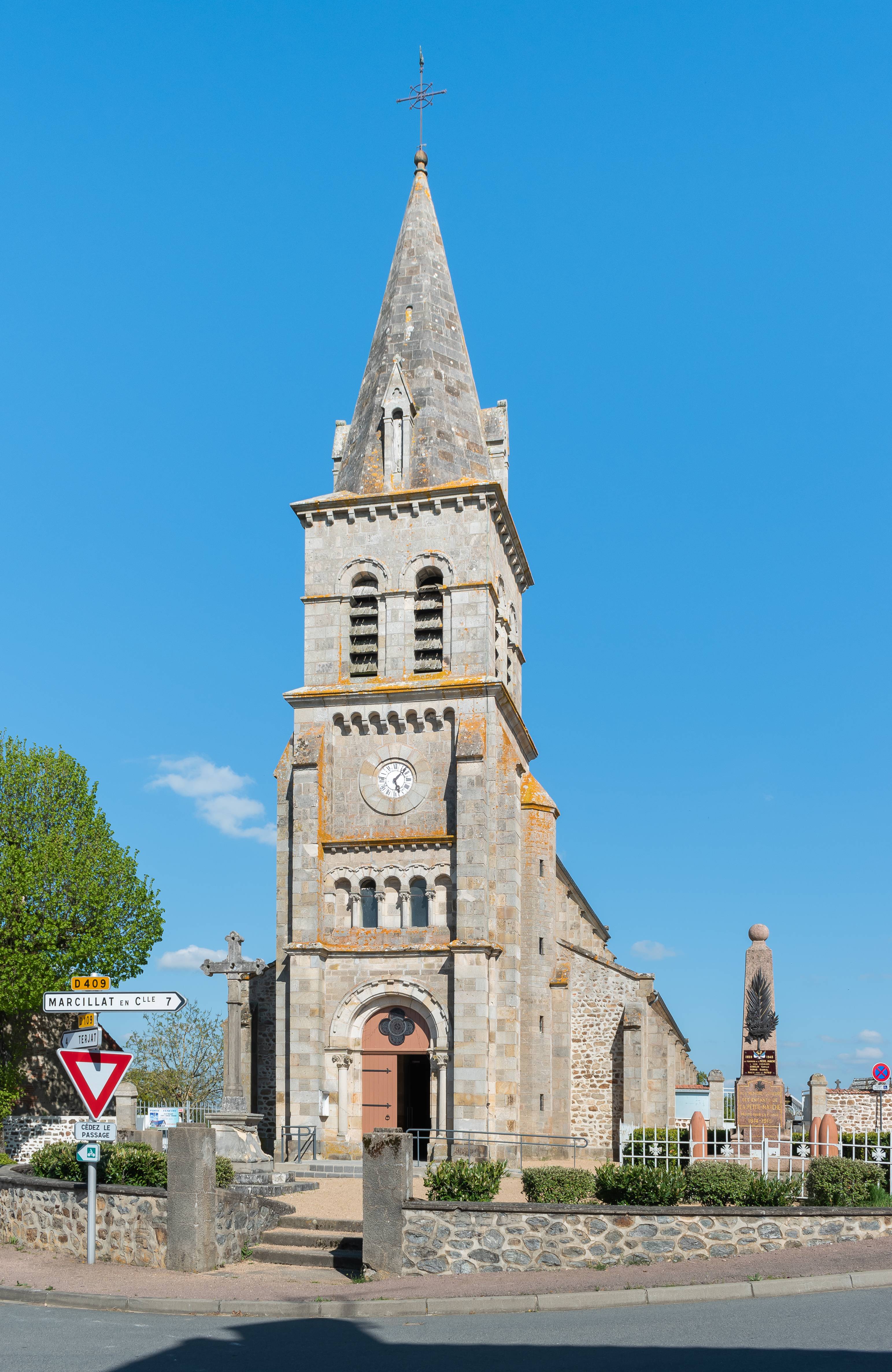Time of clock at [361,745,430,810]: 5:07
